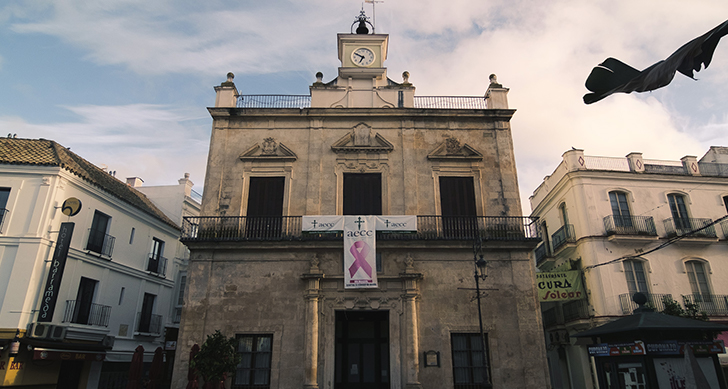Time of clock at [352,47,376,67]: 6:49
